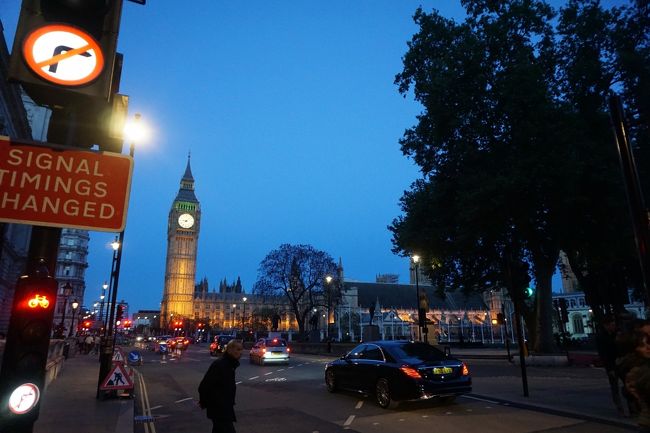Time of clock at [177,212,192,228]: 9:08
